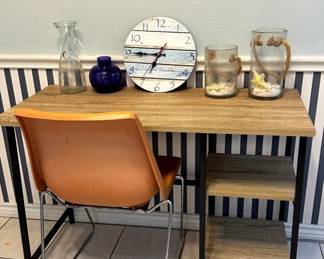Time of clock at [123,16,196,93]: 6:45
